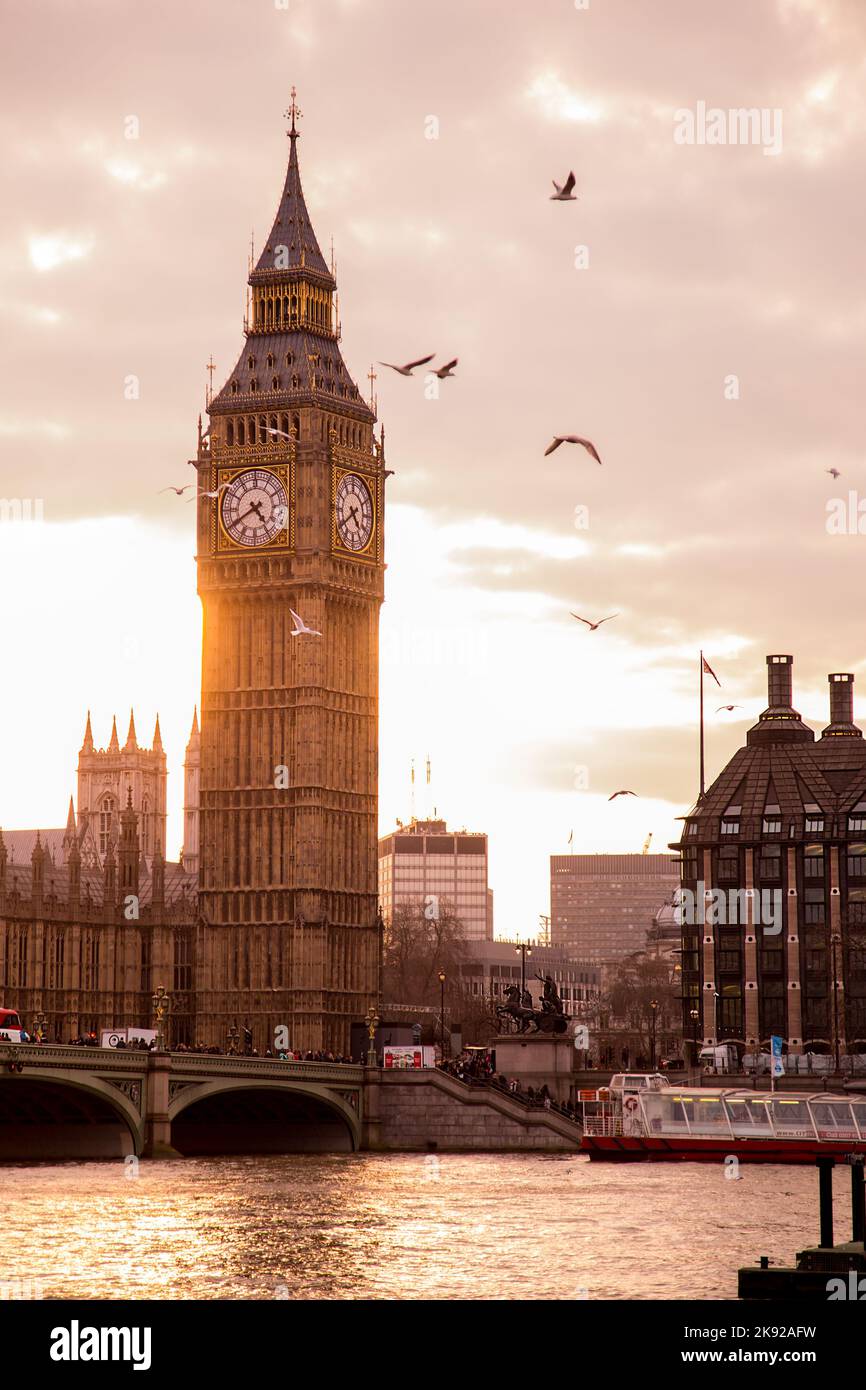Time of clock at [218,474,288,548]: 4:40
